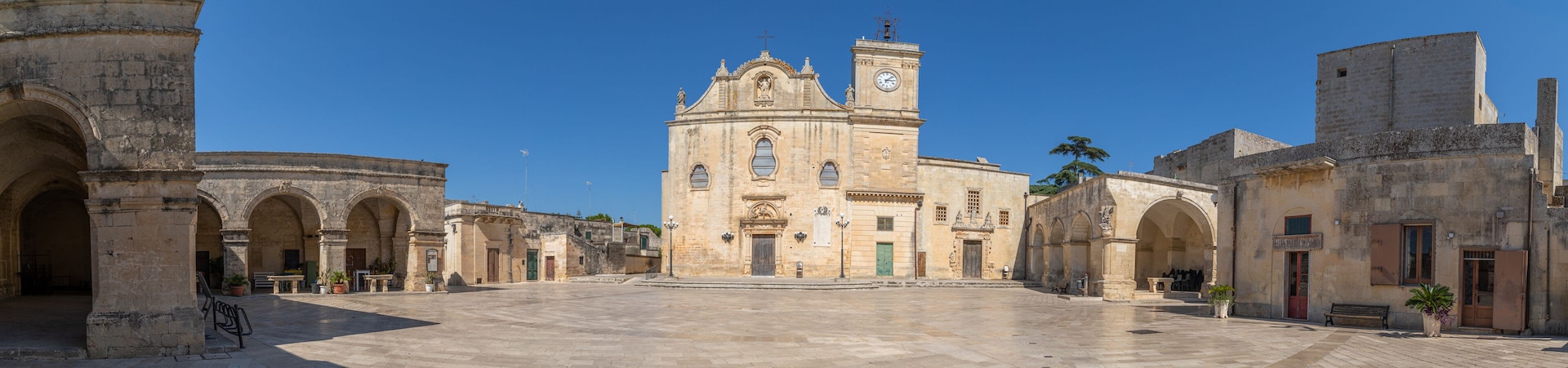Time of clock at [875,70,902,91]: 3:07
